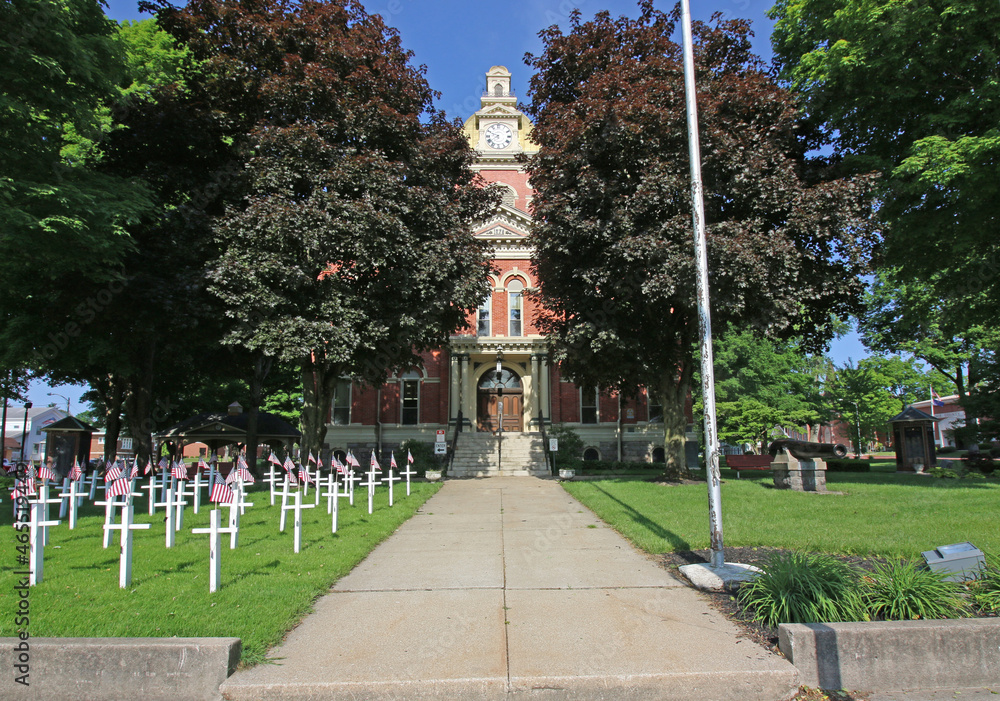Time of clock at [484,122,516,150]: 9:38
